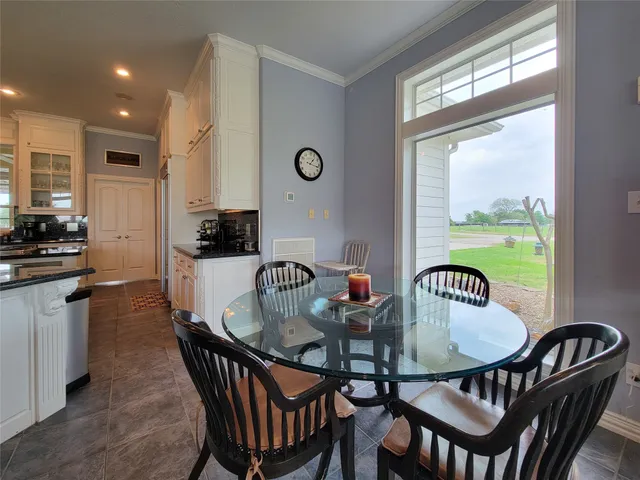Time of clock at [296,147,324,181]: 1:17
